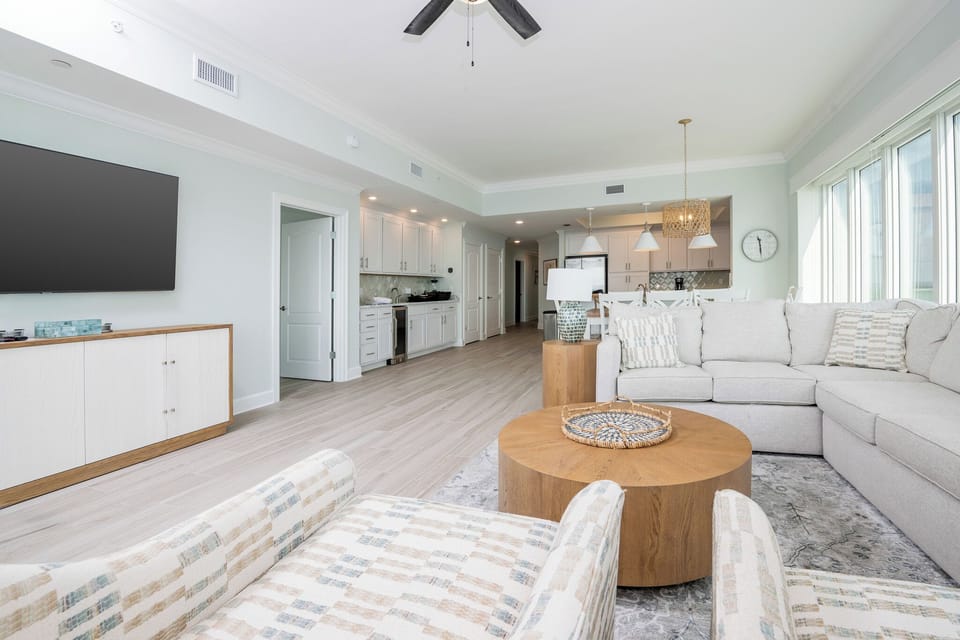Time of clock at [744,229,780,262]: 11:28
